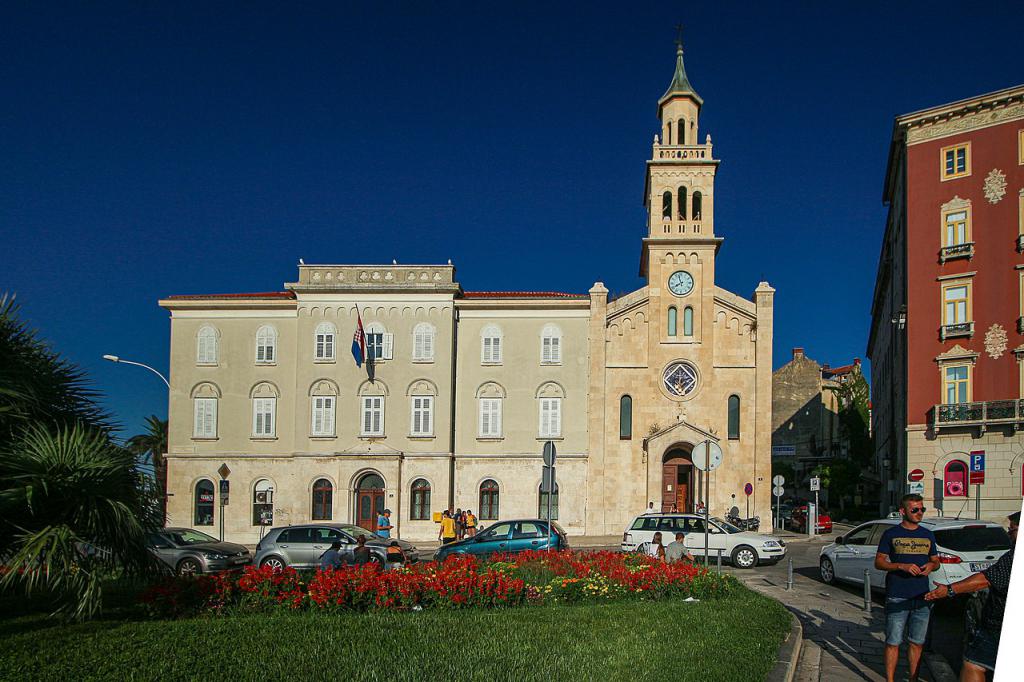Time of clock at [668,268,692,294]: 7:57
